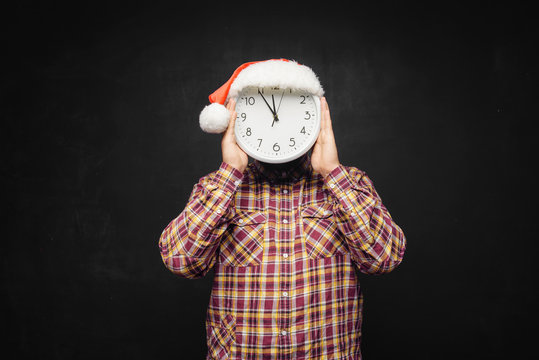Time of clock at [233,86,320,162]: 11:54
